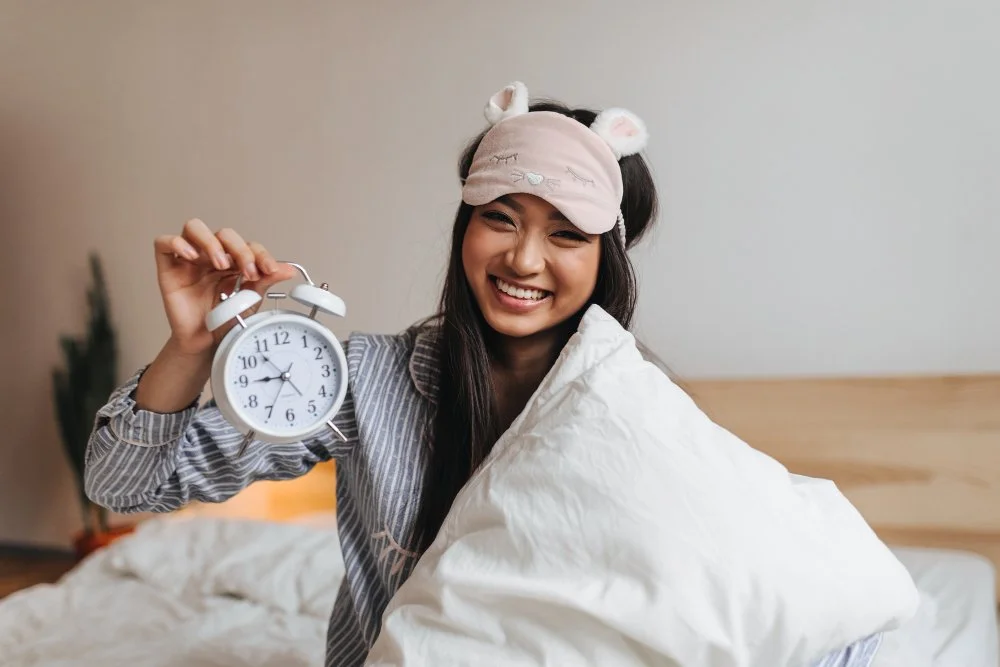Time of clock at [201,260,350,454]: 8:53
